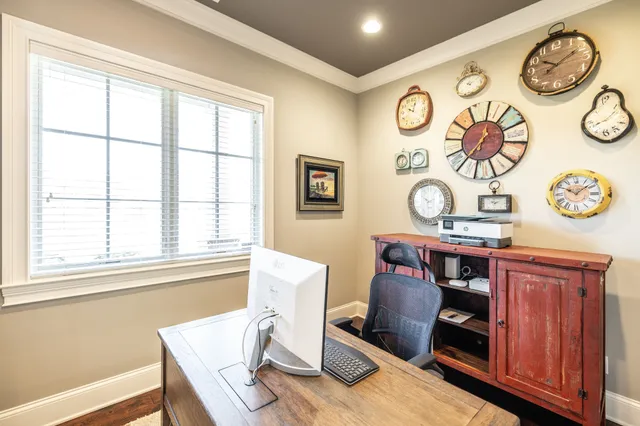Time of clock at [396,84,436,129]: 10:02
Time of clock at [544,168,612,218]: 10:08
